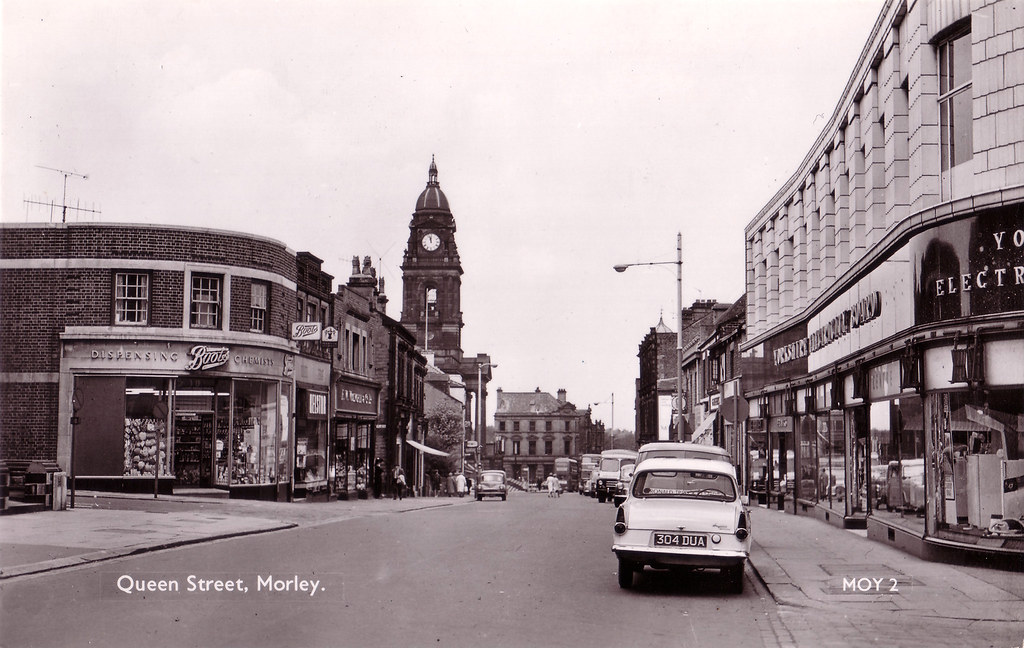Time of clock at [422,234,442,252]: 11:57
